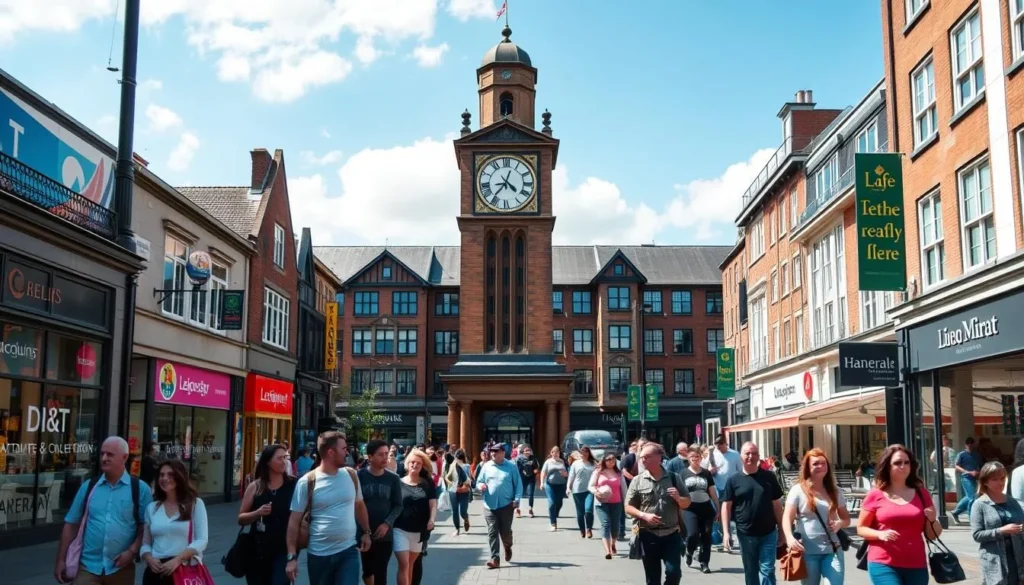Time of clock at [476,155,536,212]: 4:36
